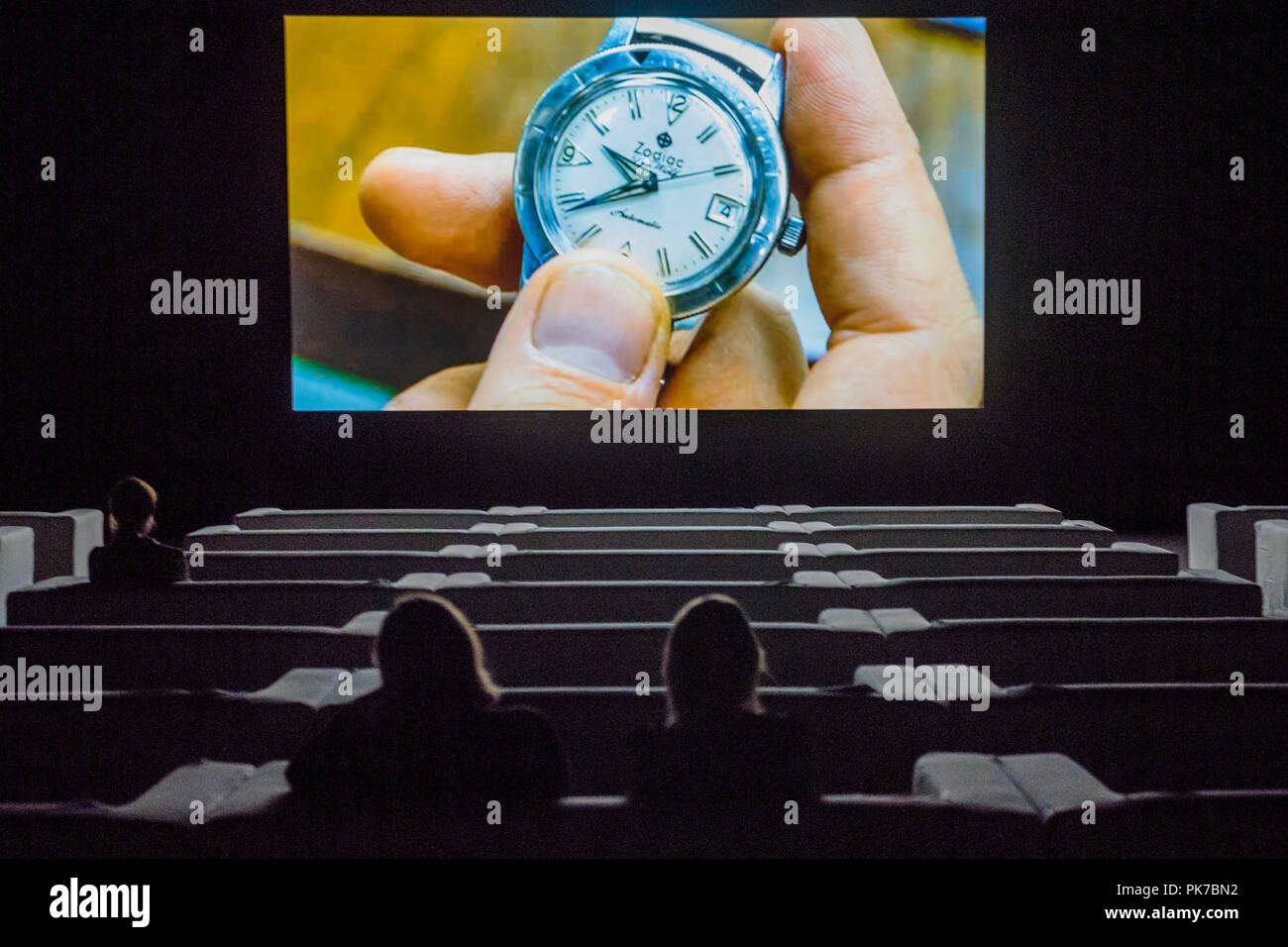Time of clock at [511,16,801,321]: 10:43
